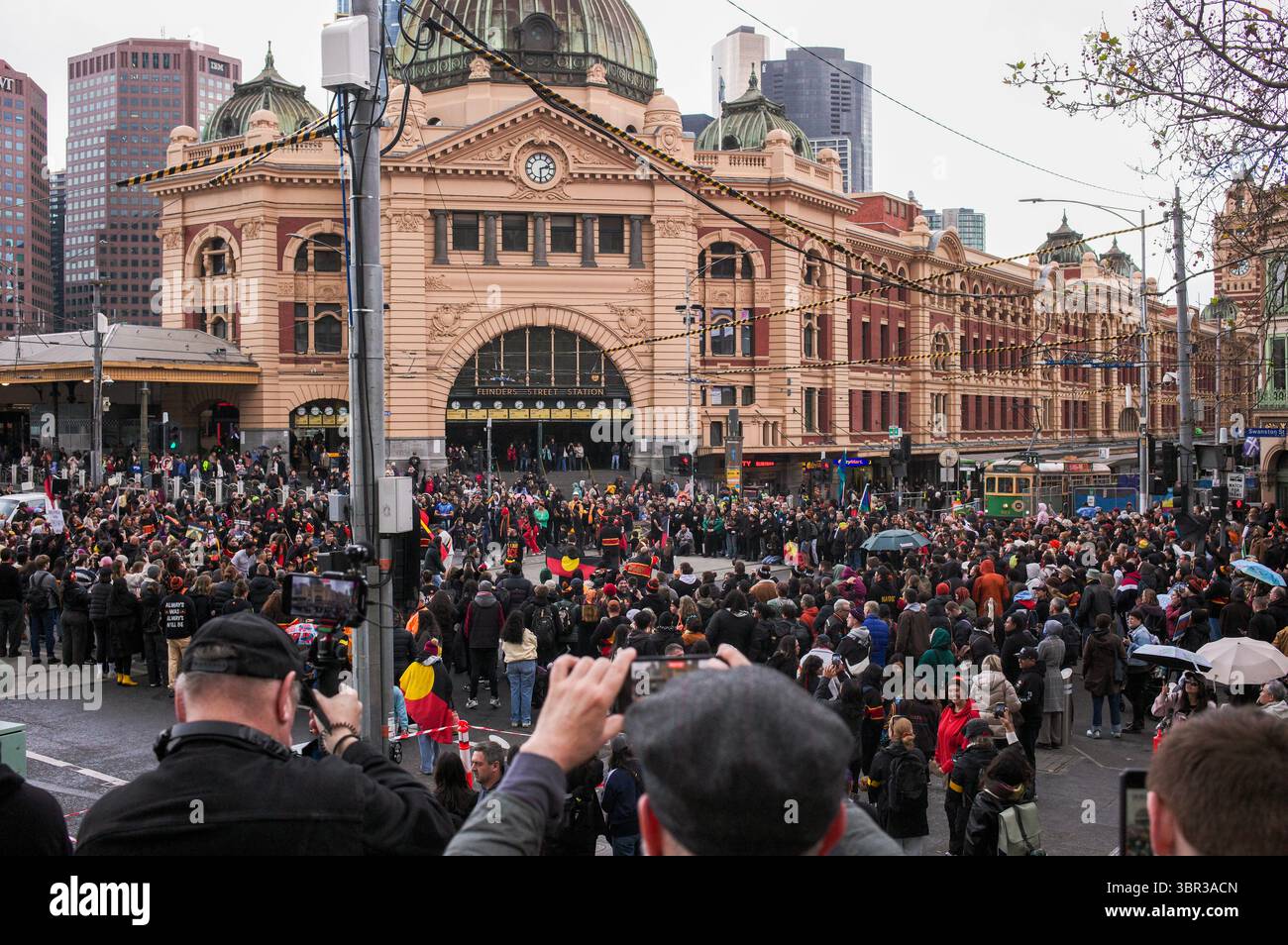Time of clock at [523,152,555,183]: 2:29
